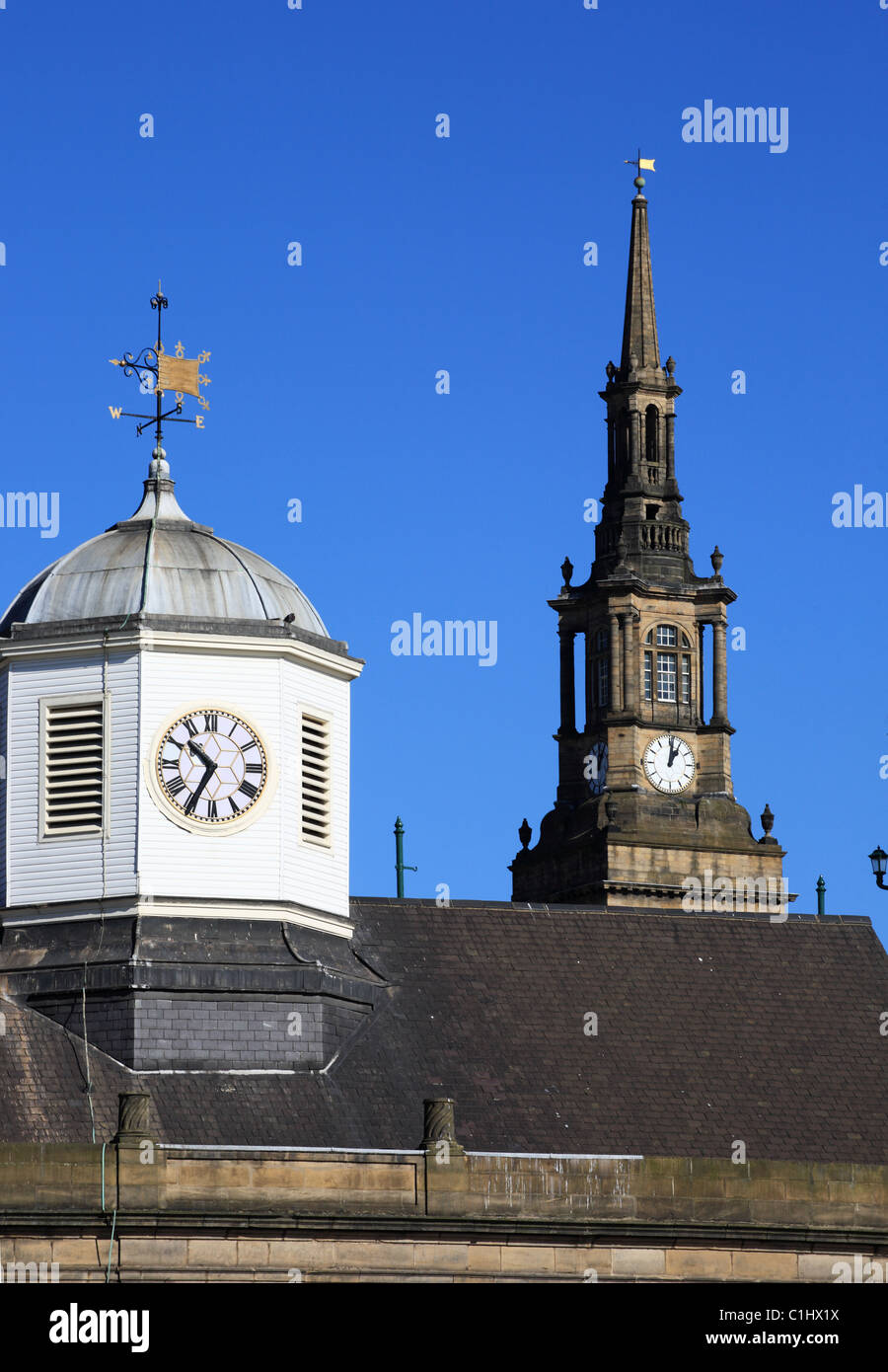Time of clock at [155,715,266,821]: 10:34
